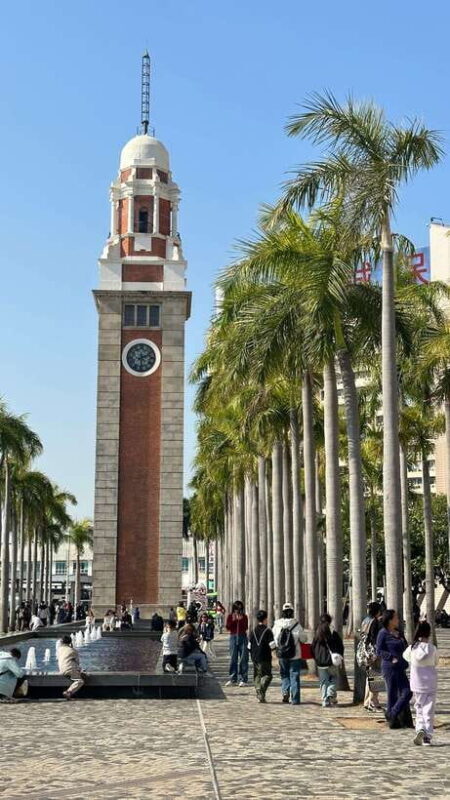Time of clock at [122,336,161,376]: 2:29
